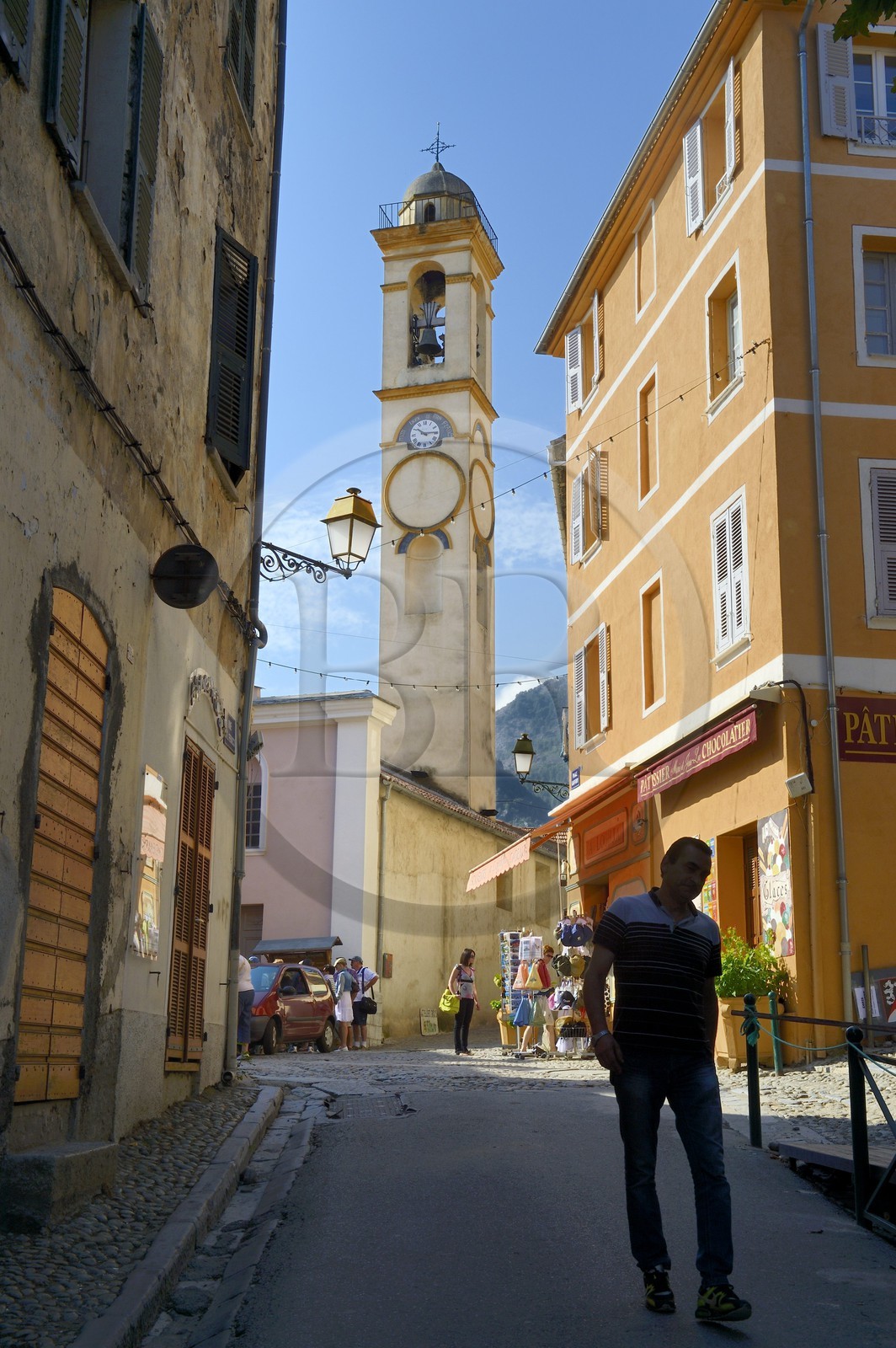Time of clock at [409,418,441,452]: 10:14
